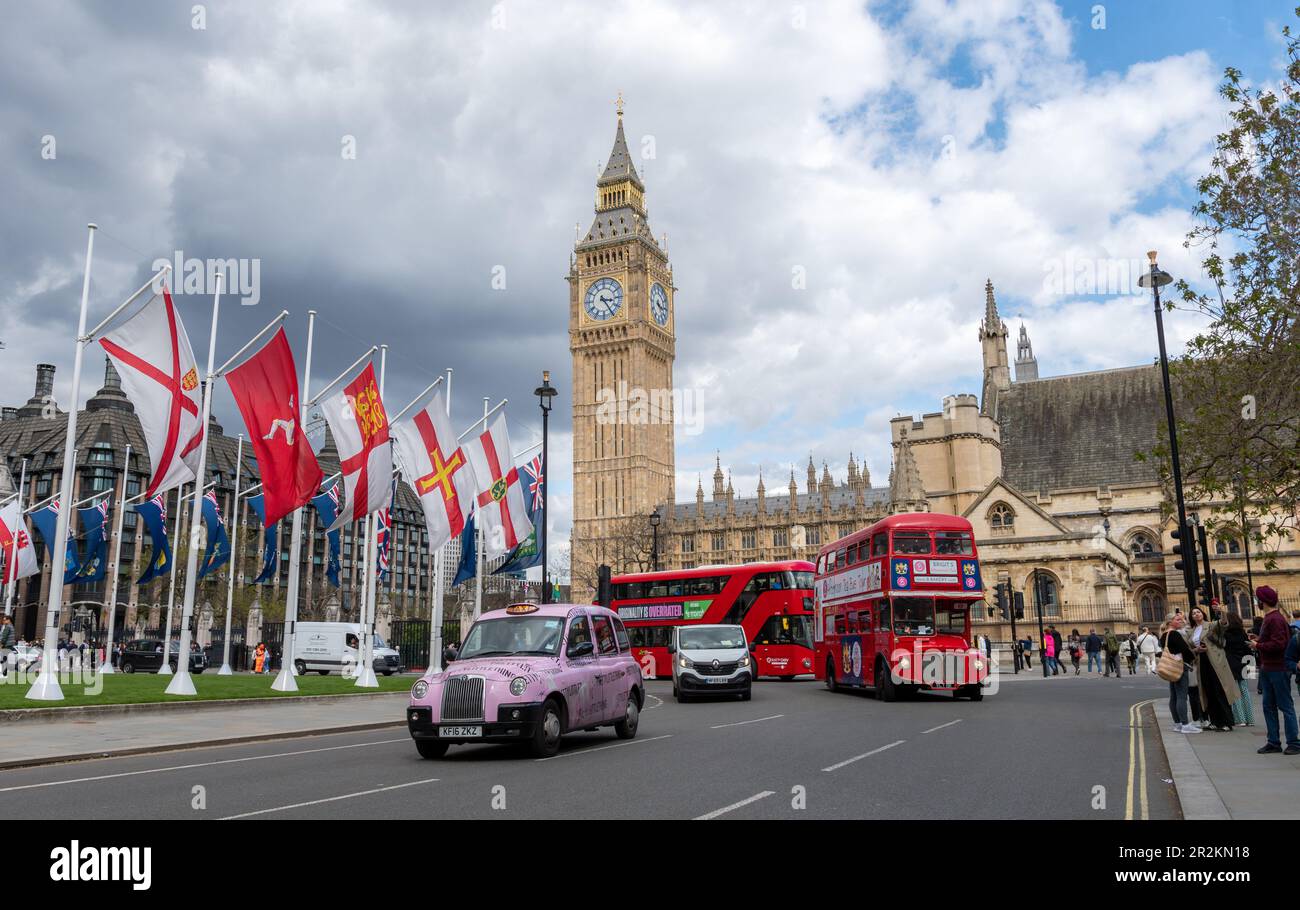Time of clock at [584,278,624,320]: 3:24
